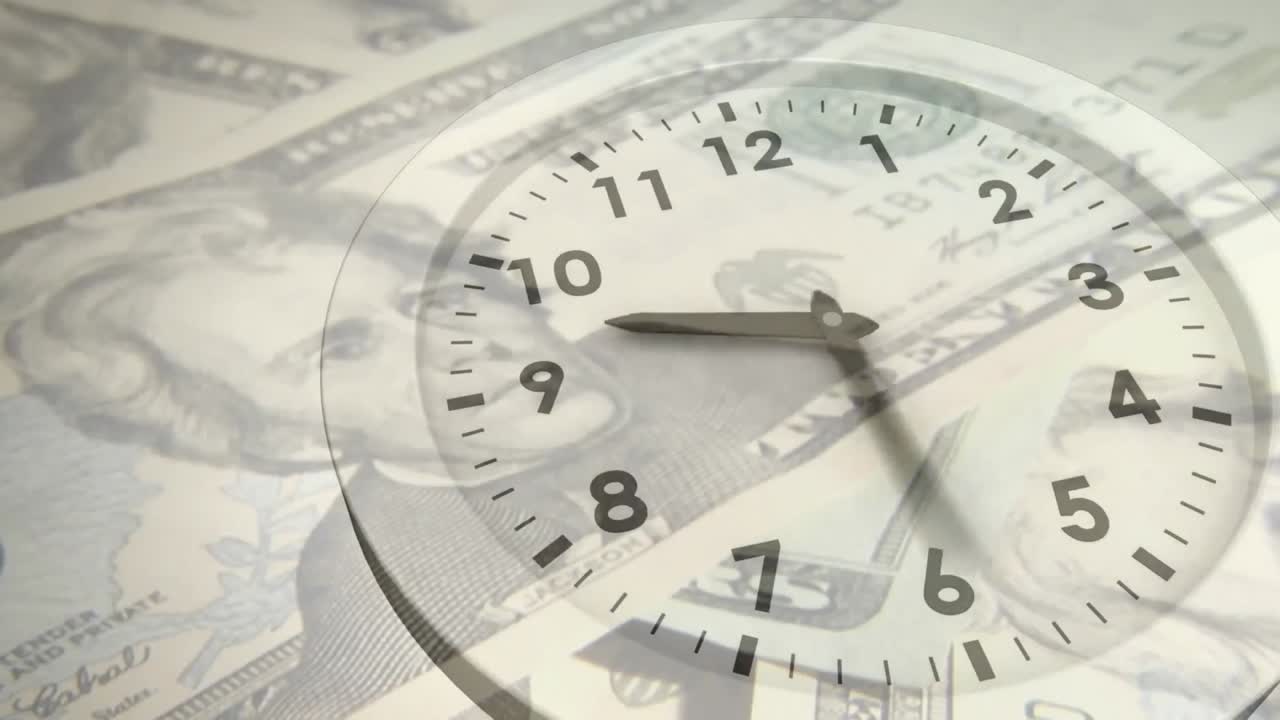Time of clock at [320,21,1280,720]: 9:30
